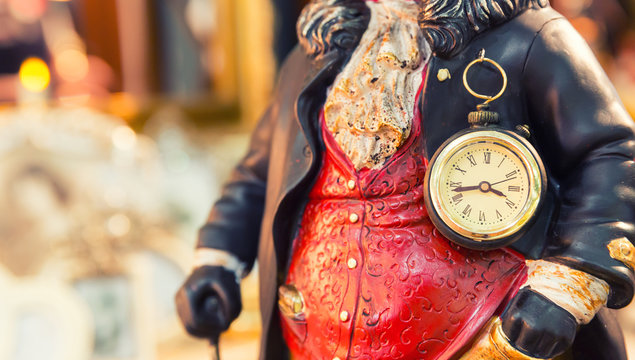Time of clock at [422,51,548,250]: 3:43
